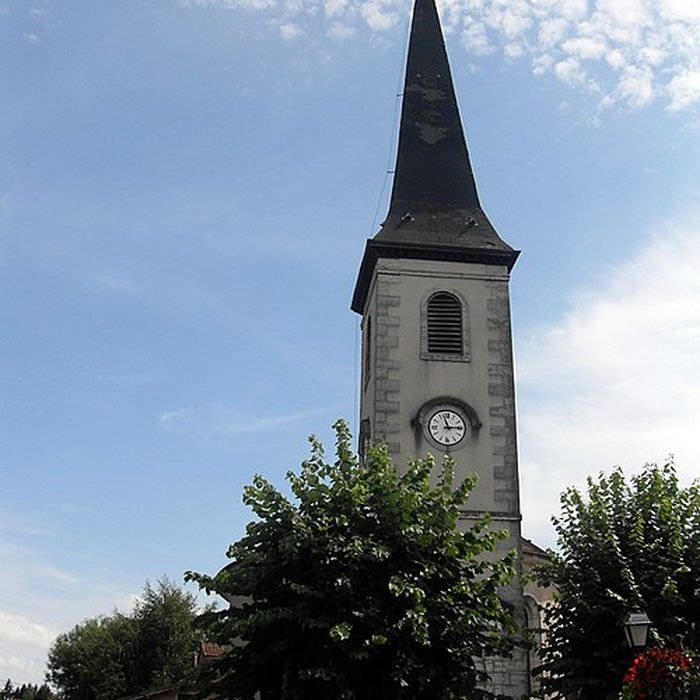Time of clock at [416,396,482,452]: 2:57
